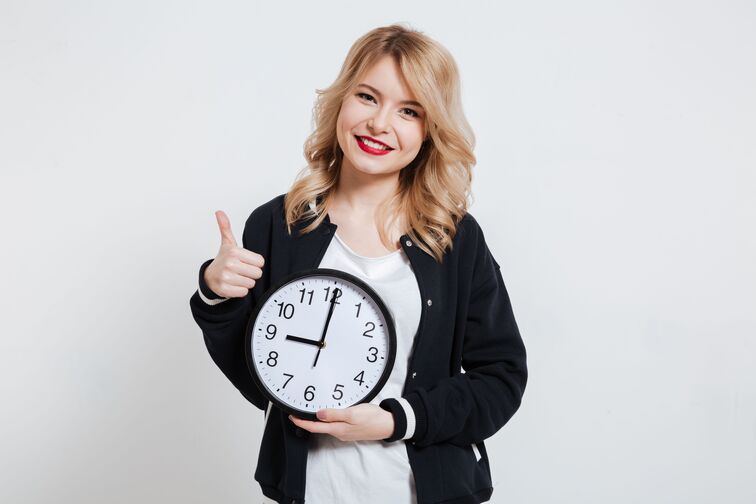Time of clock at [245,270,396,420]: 9:00
